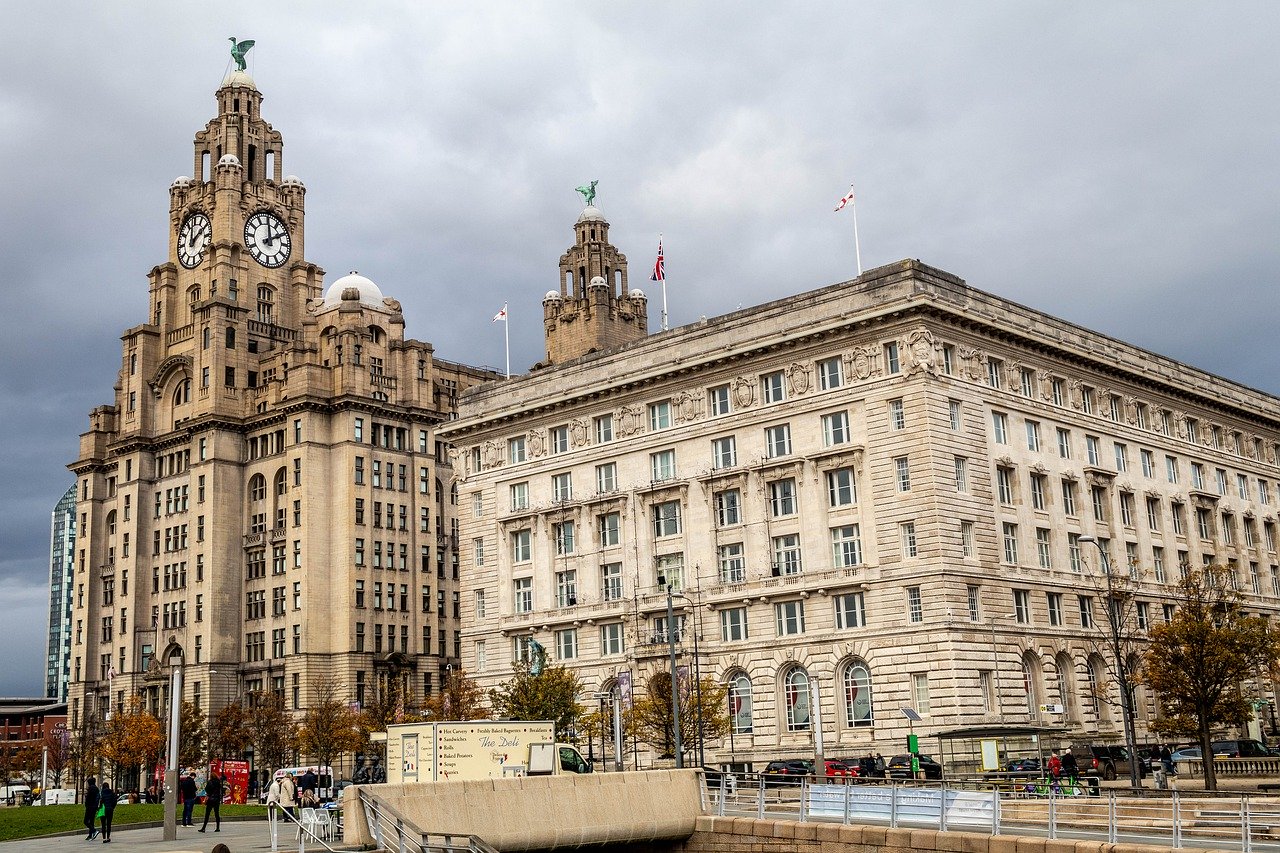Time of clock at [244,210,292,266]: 1:59
